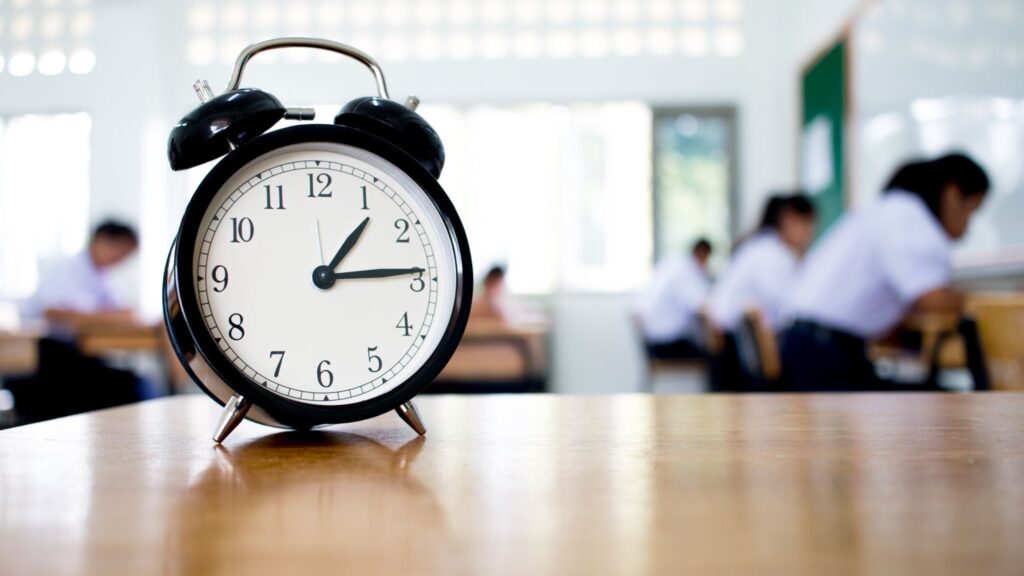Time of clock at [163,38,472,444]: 1:14
